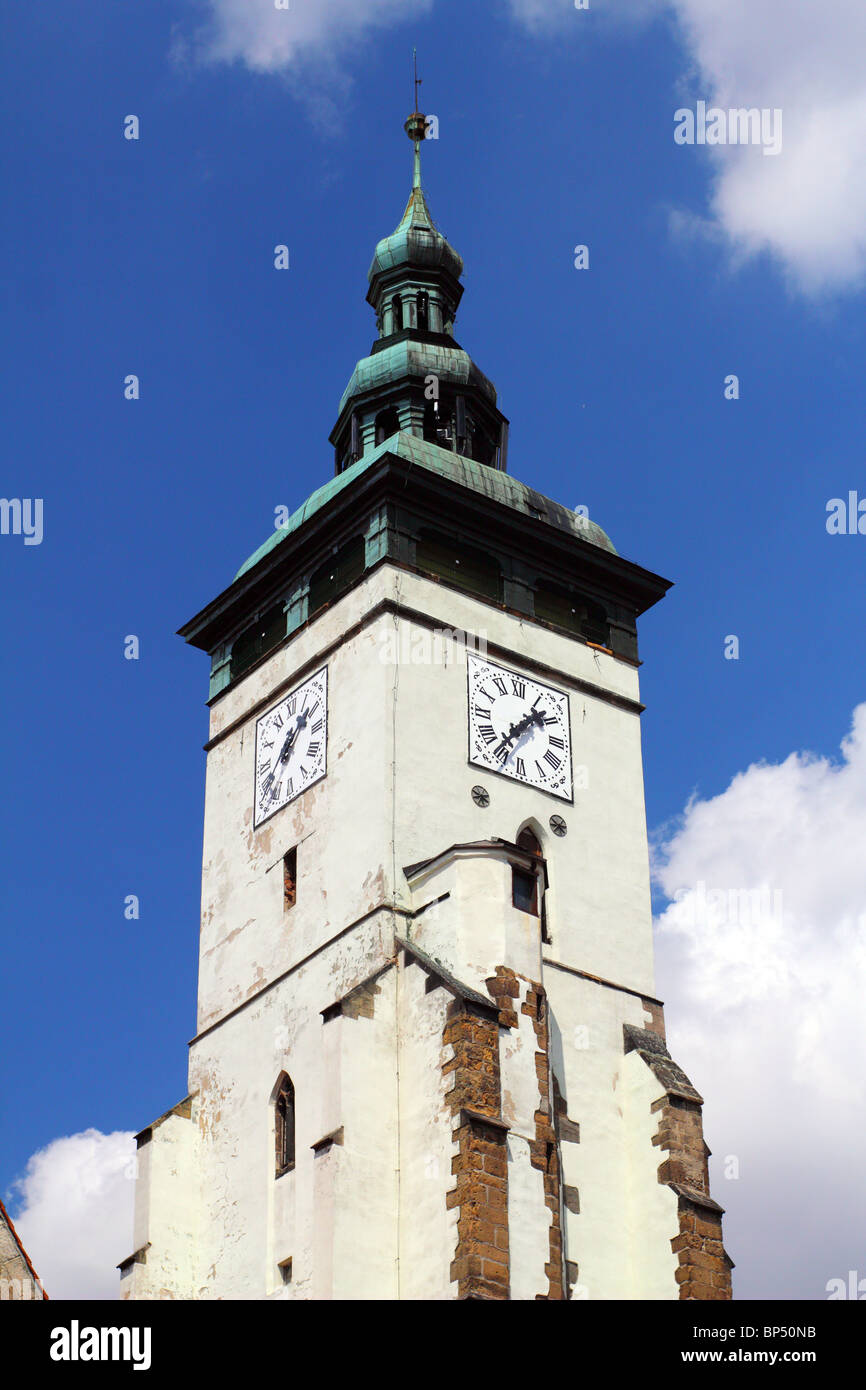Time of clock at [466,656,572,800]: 1:36
